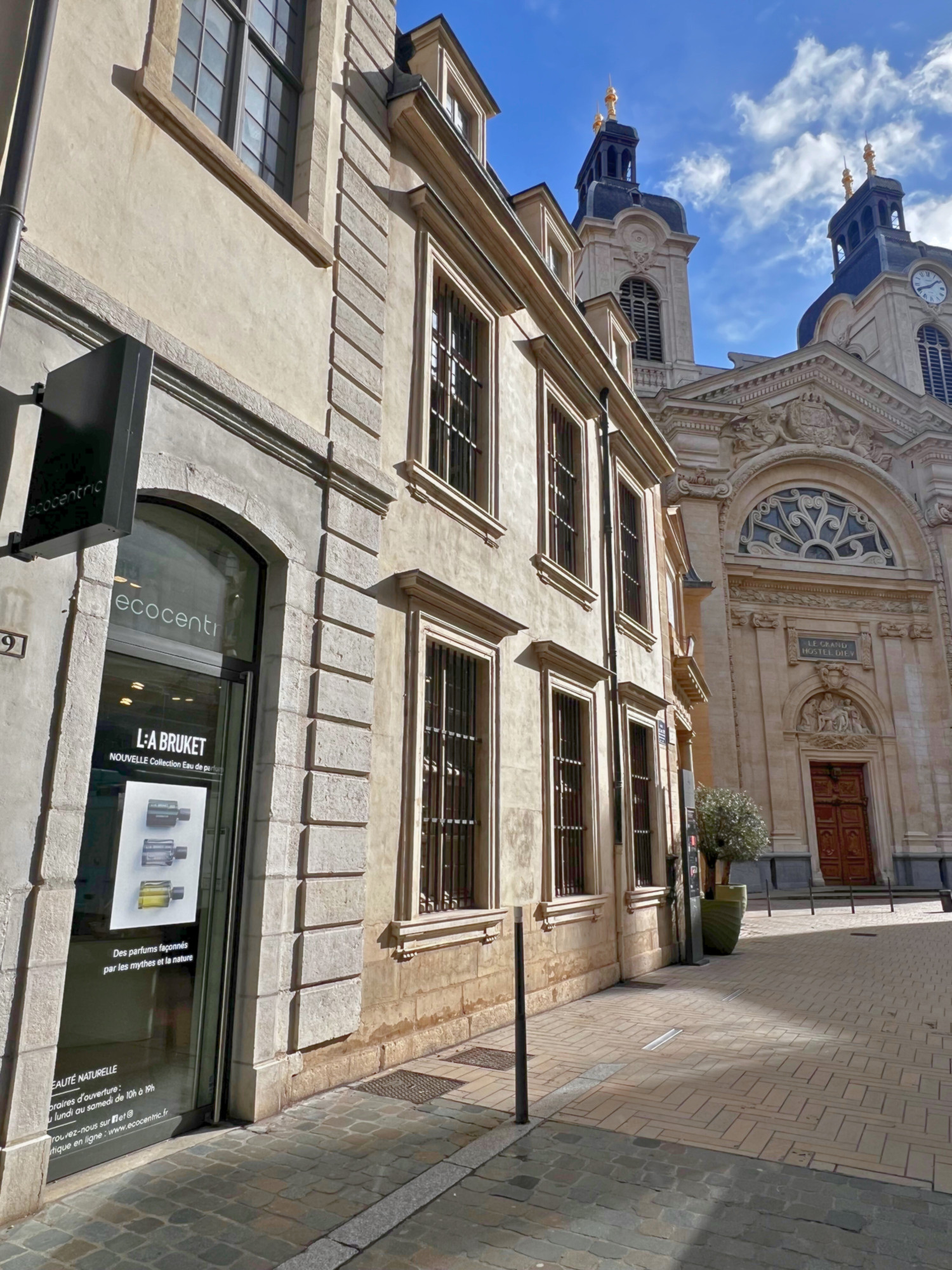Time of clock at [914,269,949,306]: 1:41
